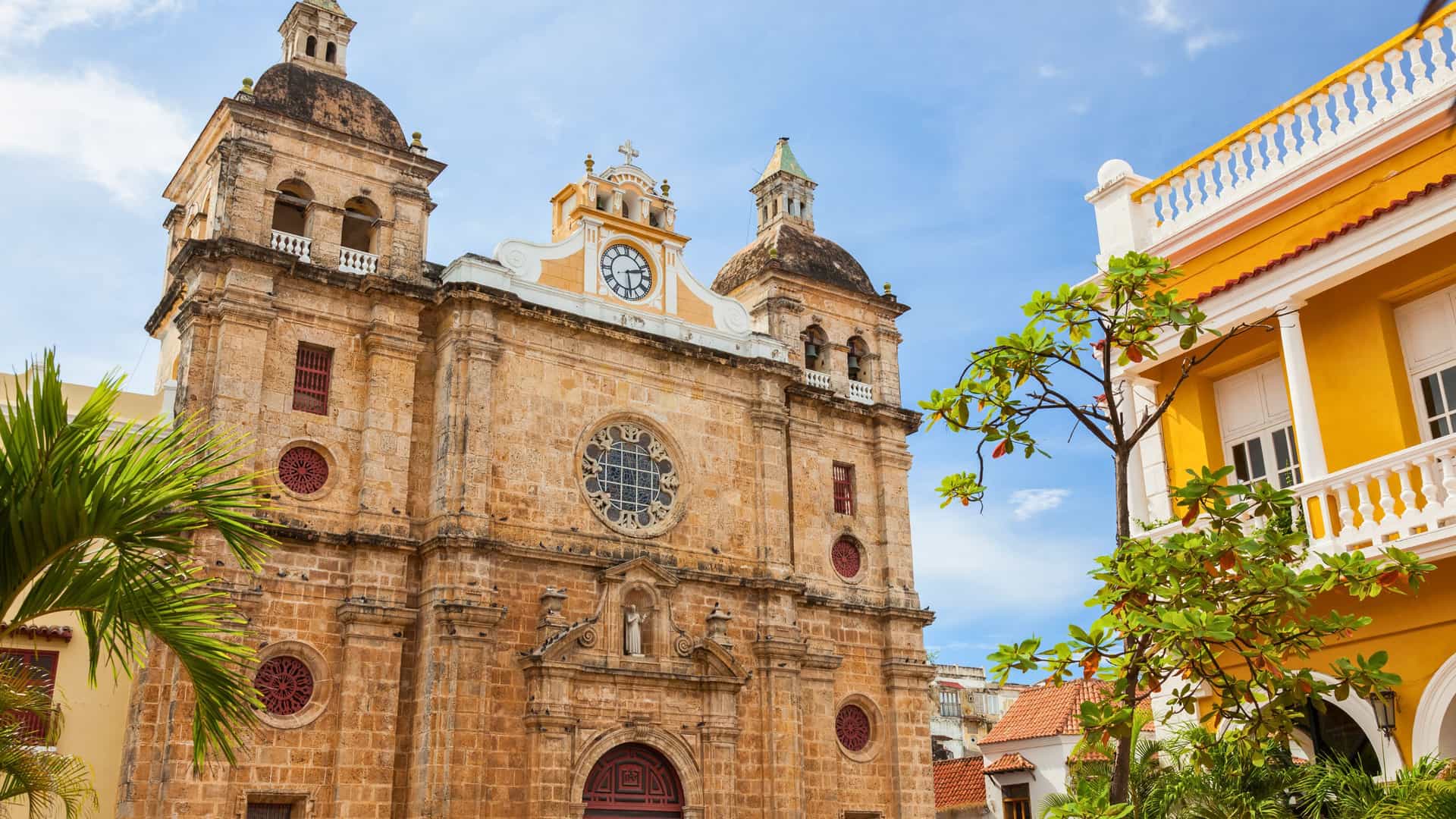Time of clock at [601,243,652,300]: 2:28
